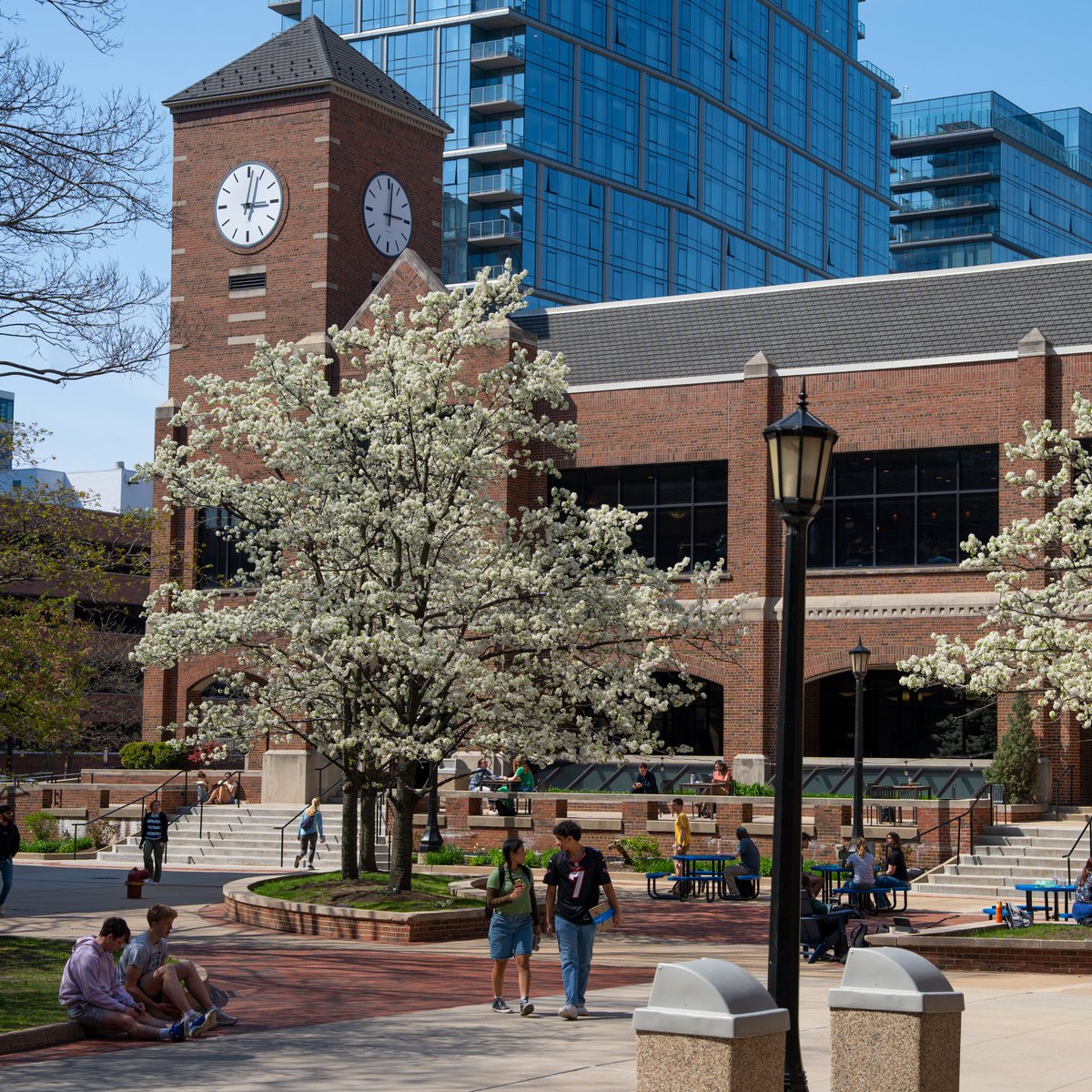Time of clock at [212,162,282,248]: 3:01
